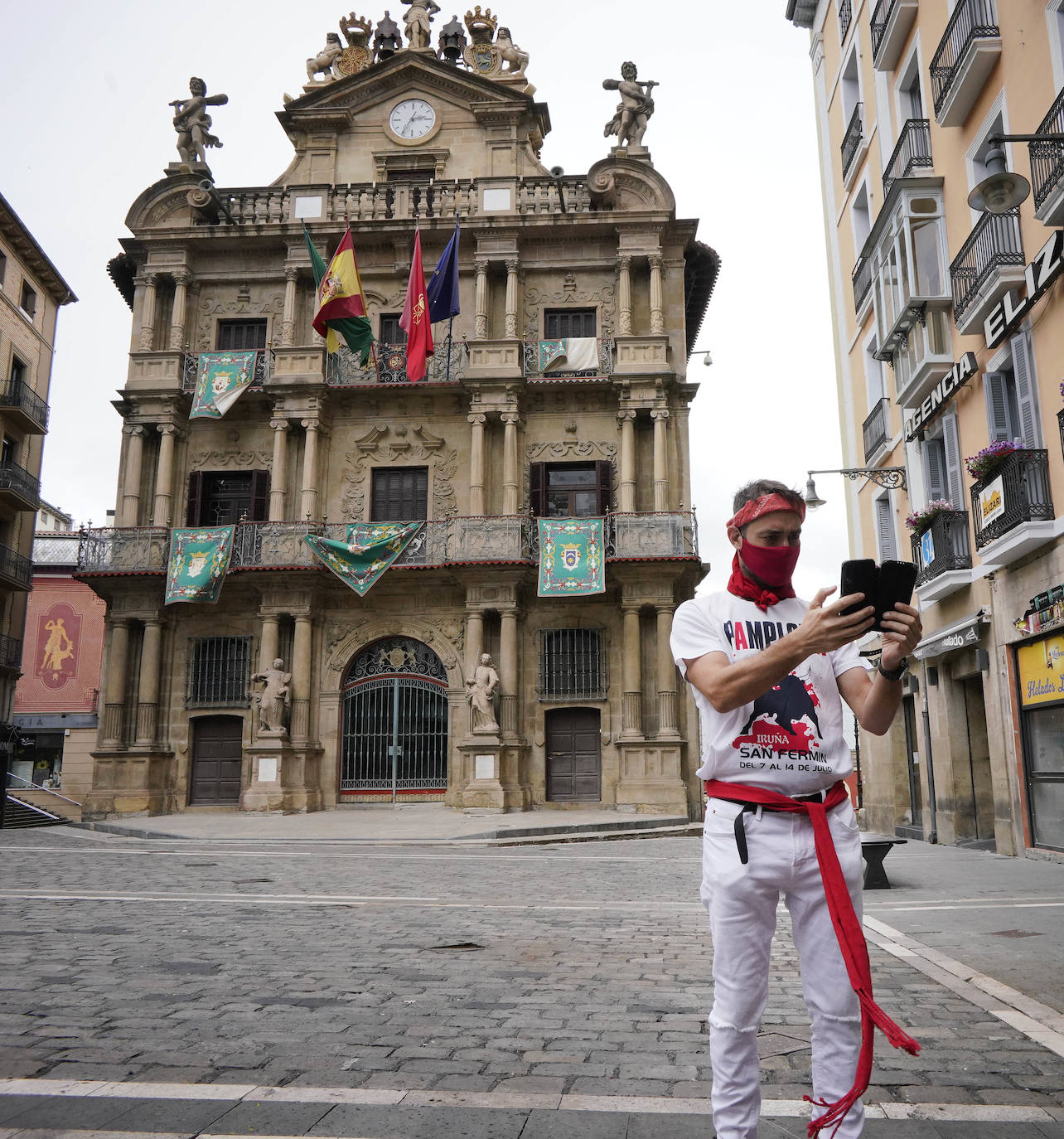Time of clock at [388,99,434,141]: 2:35
